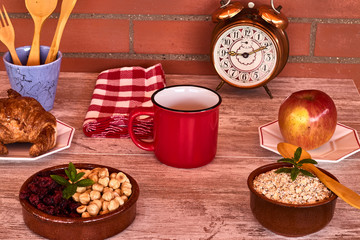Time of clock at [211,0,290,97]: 9:10
